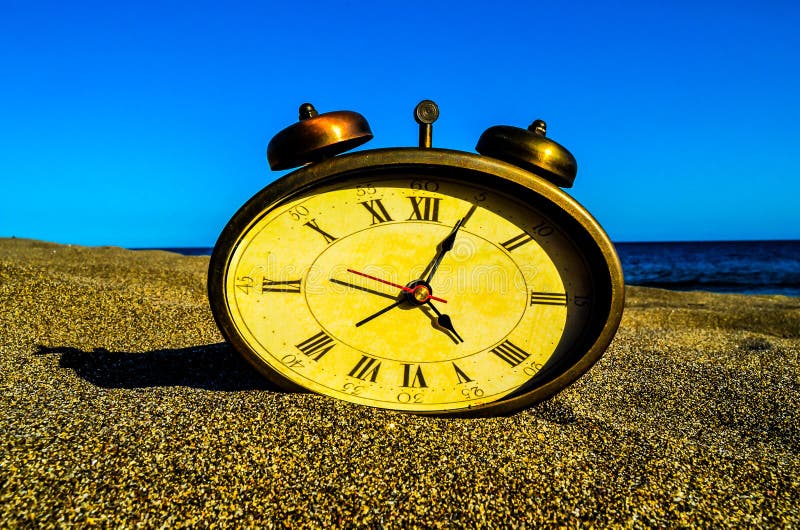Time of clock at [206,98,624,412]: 4:04
